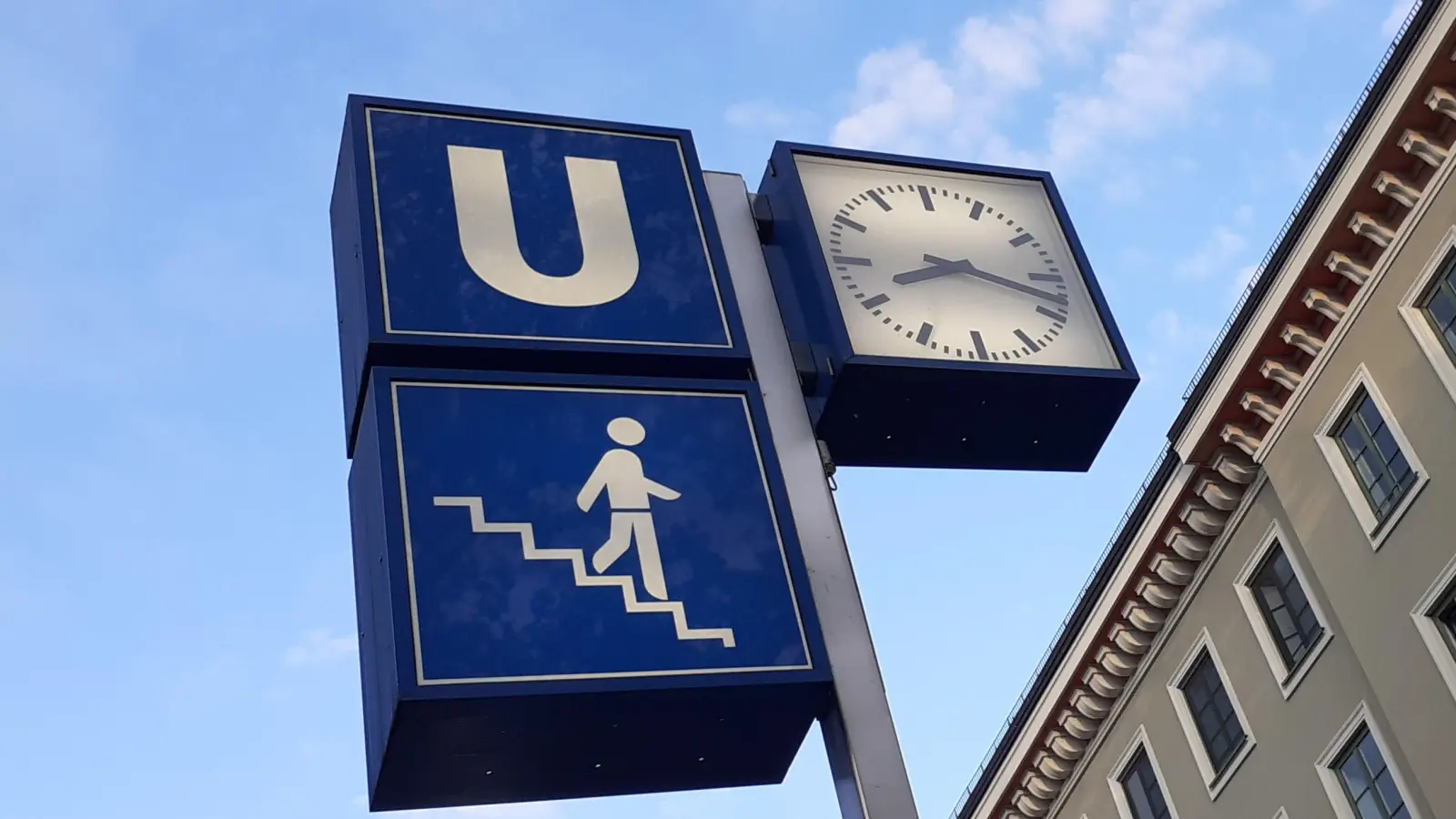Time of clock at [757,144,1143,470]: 8:18
